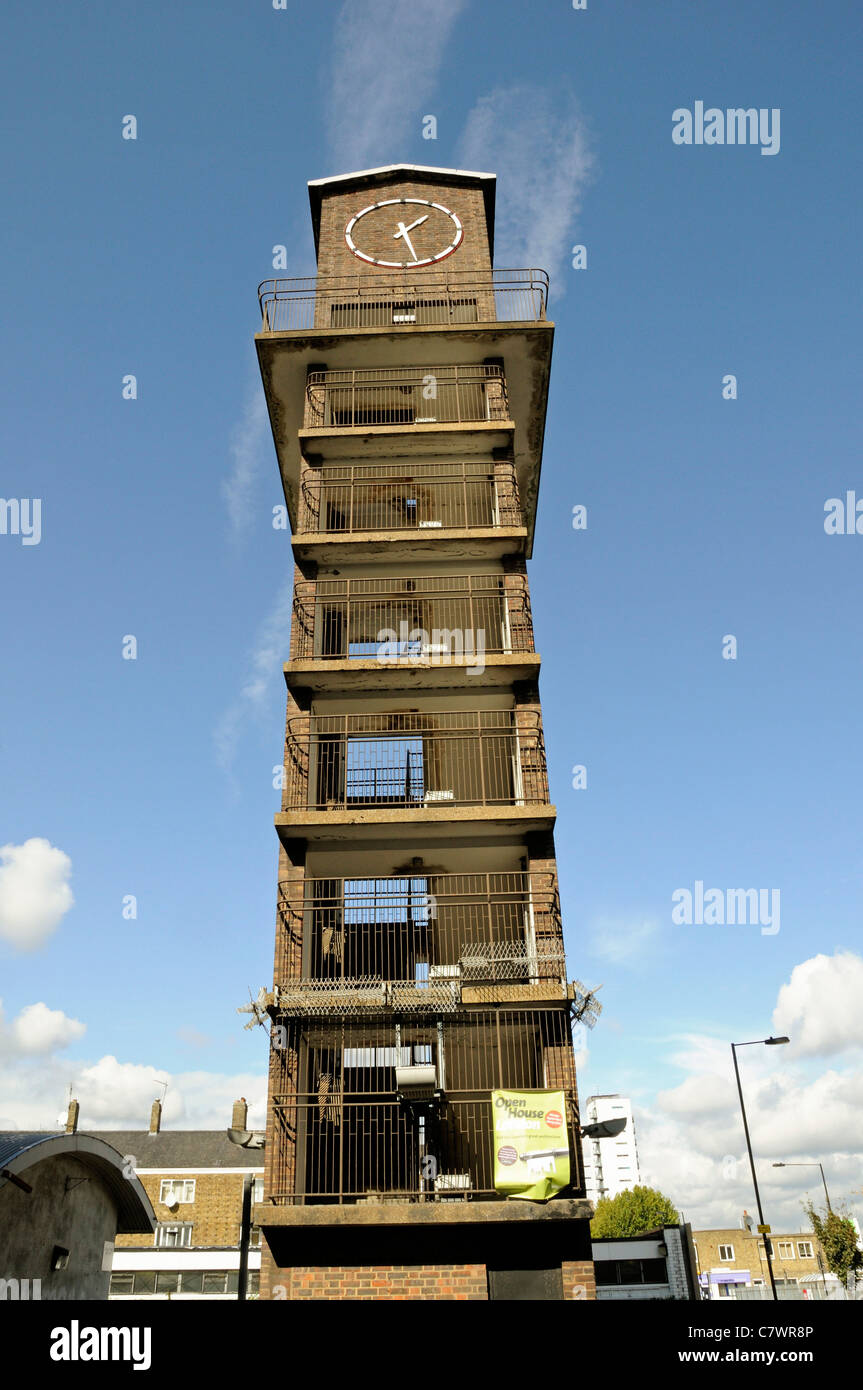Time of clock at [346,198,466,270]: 1:27
